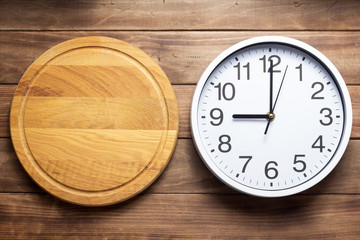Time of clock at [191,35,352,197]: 9:00
